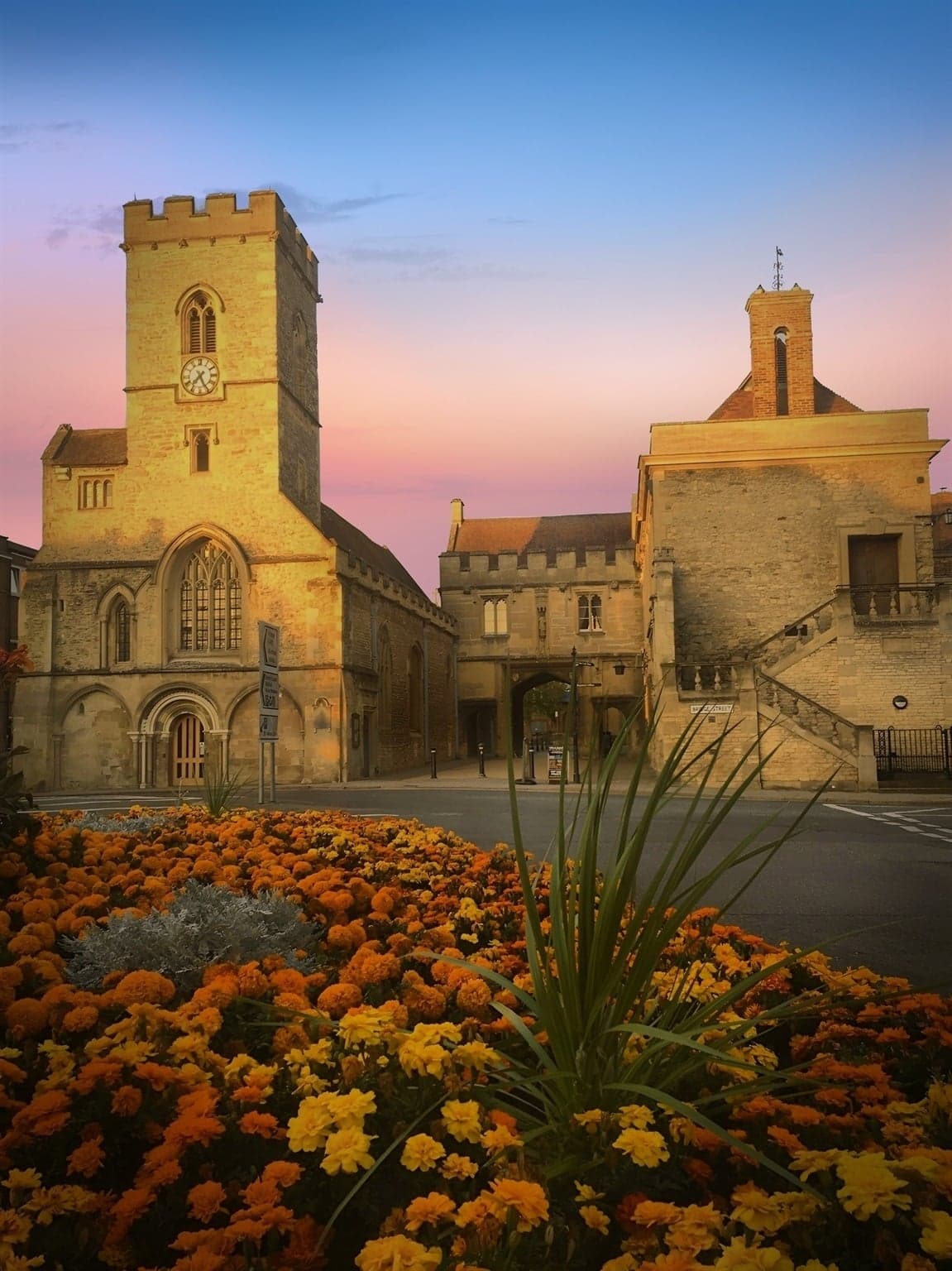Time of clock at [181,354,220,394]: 7:25
